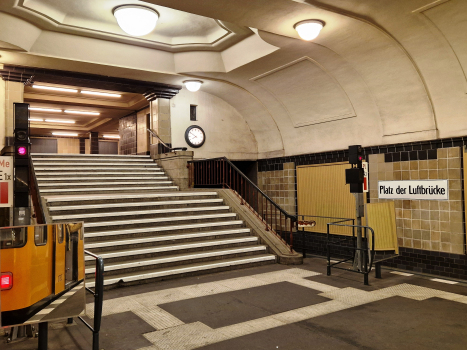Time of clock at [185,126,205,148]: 7:50
